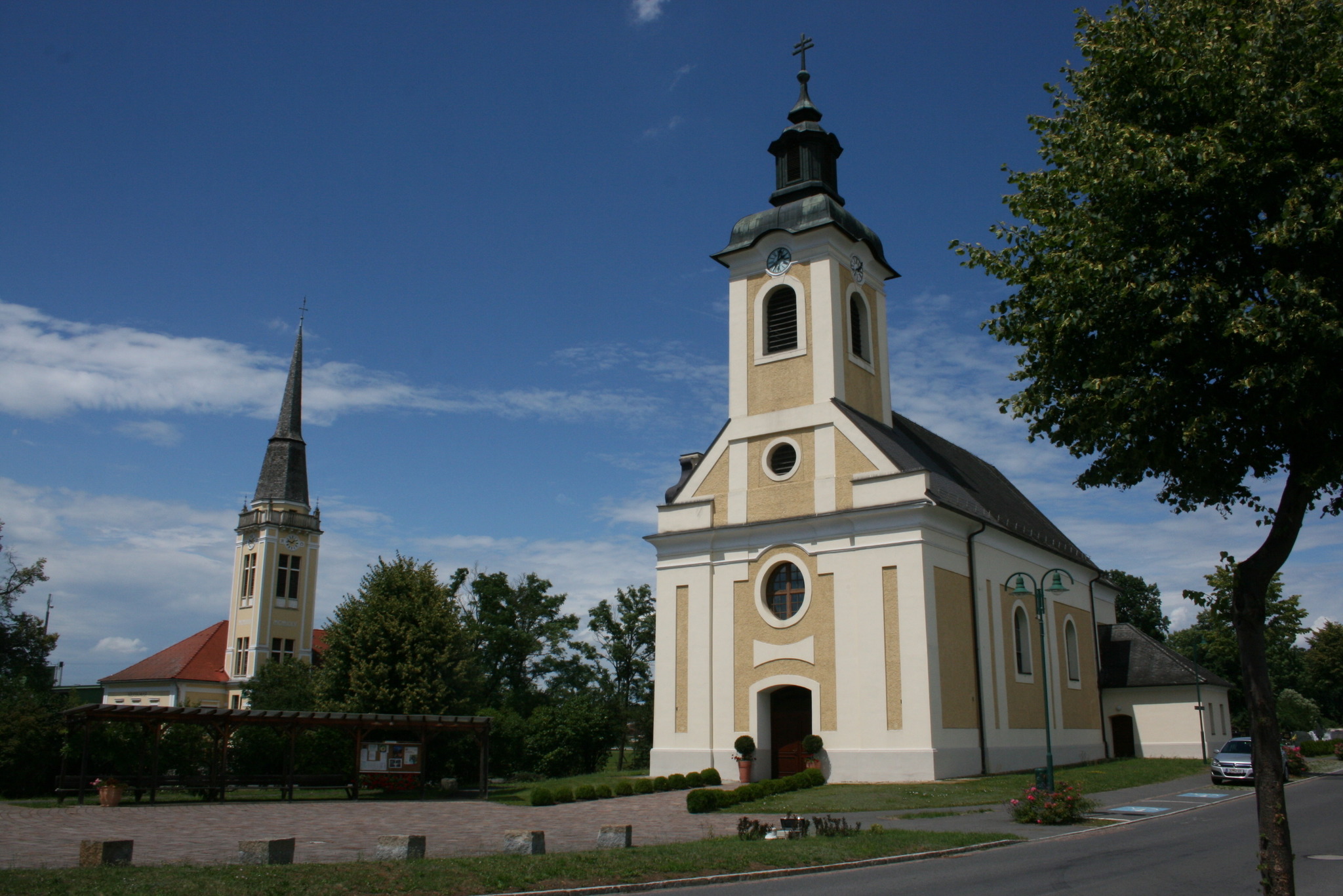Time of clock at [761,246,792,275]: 2:02
